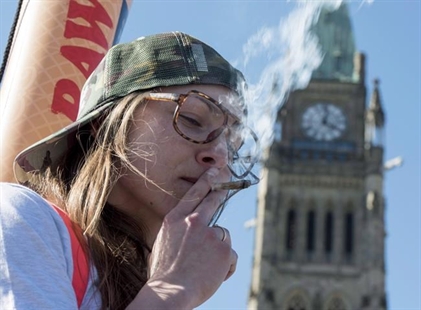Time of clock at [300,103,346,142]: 4:01
